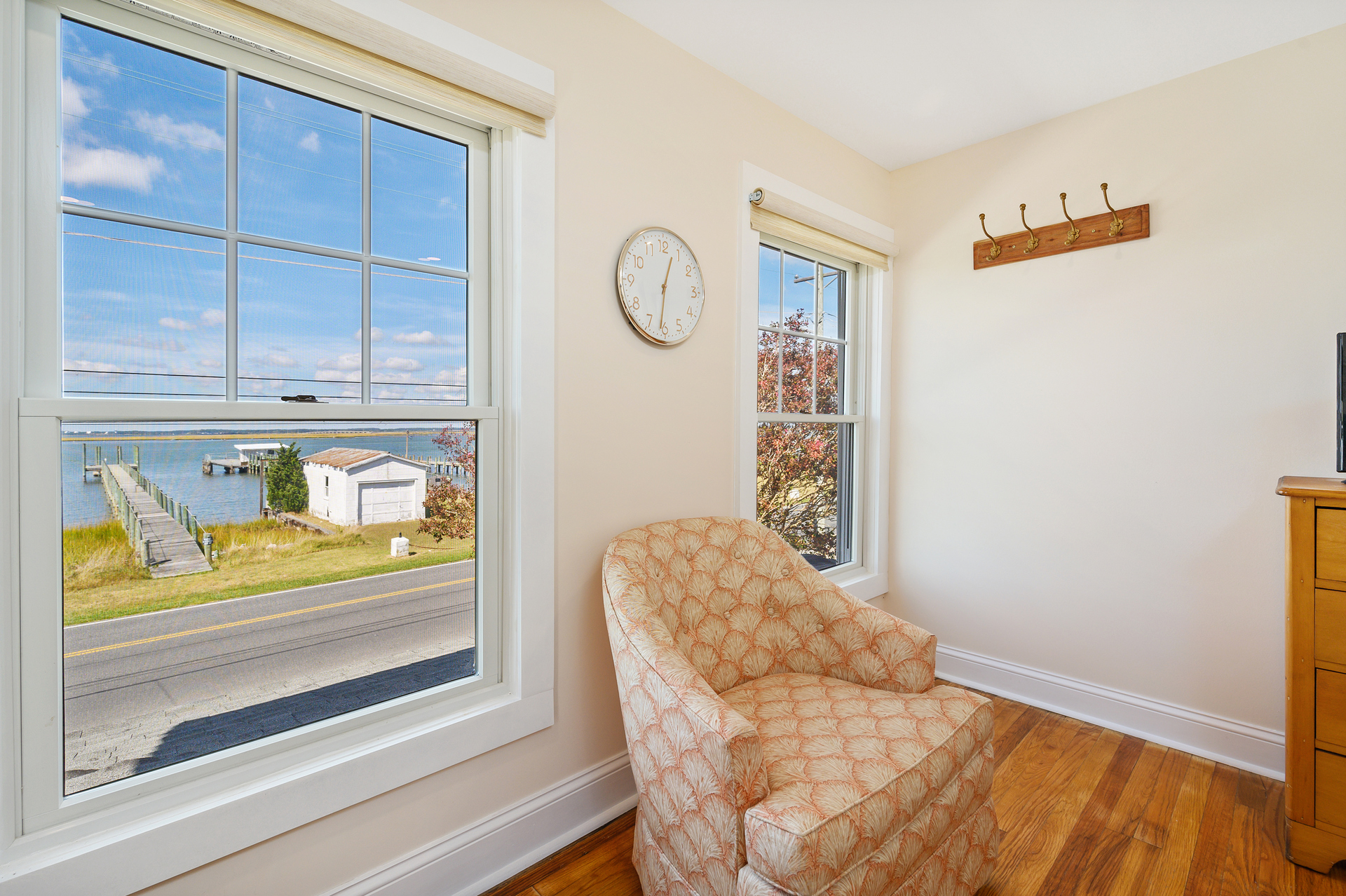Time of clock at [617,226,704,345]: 12:31
